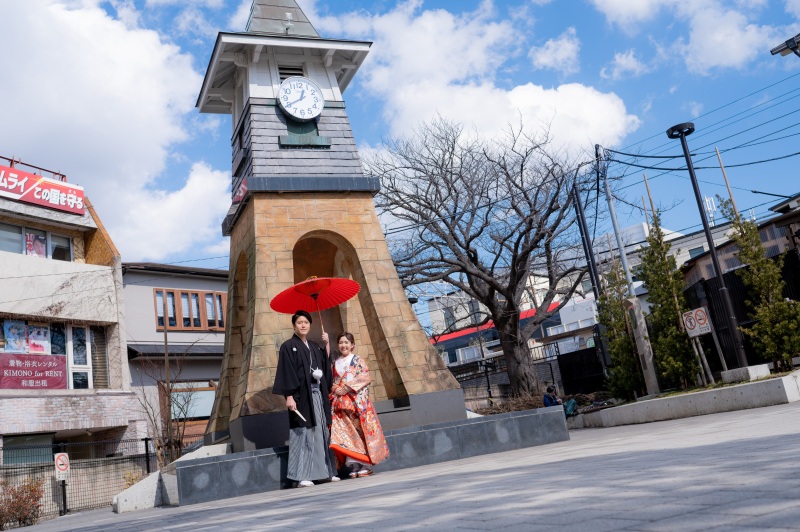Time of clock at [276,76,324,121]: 12:40
